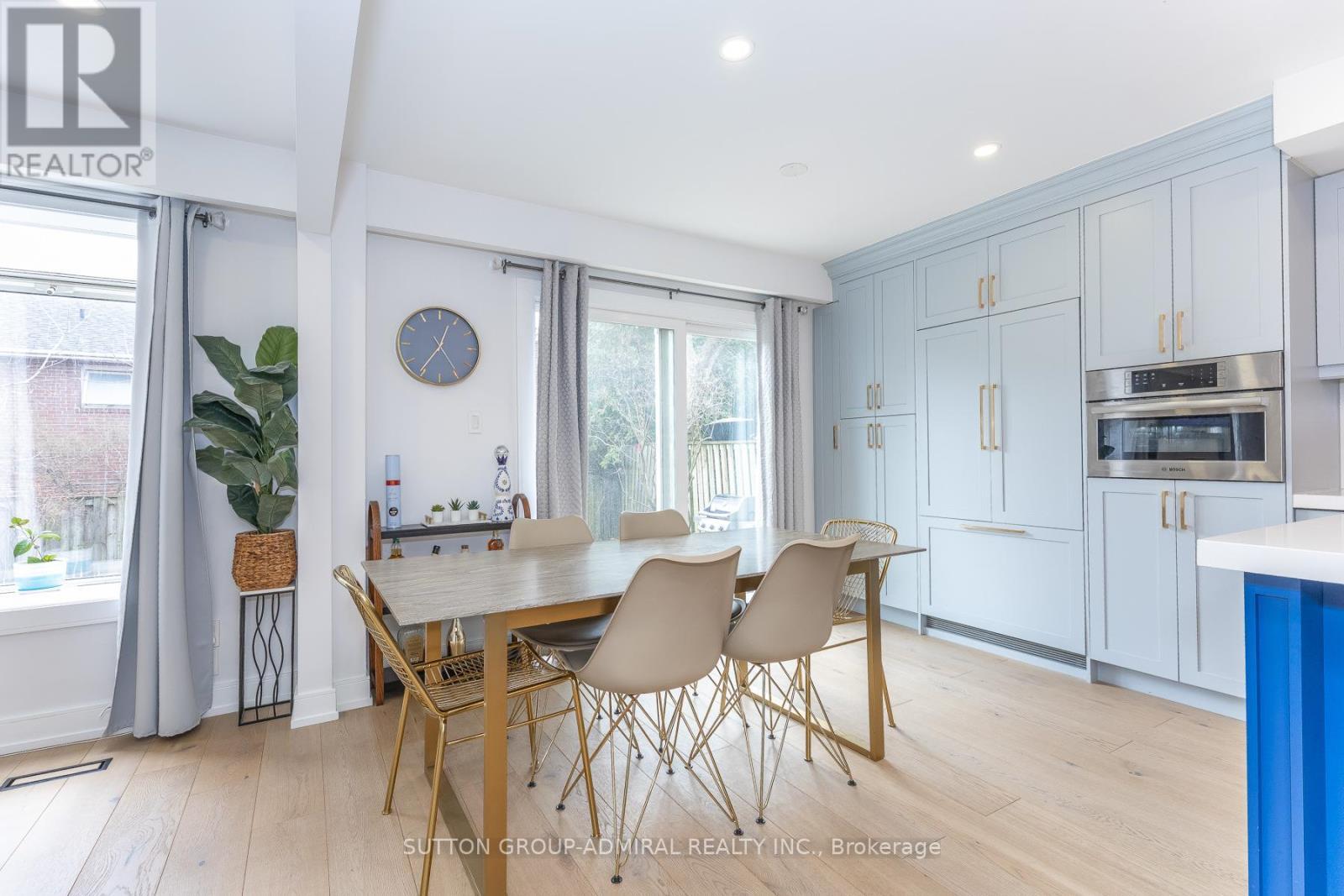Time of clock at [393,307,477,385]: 12:35
